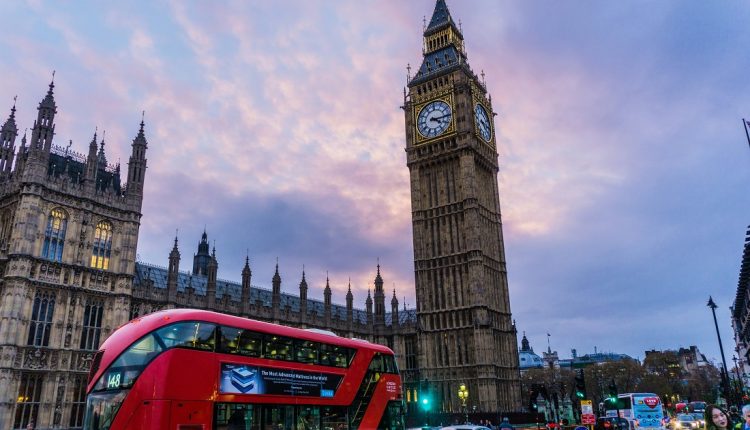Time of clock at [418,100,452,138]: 4:14
